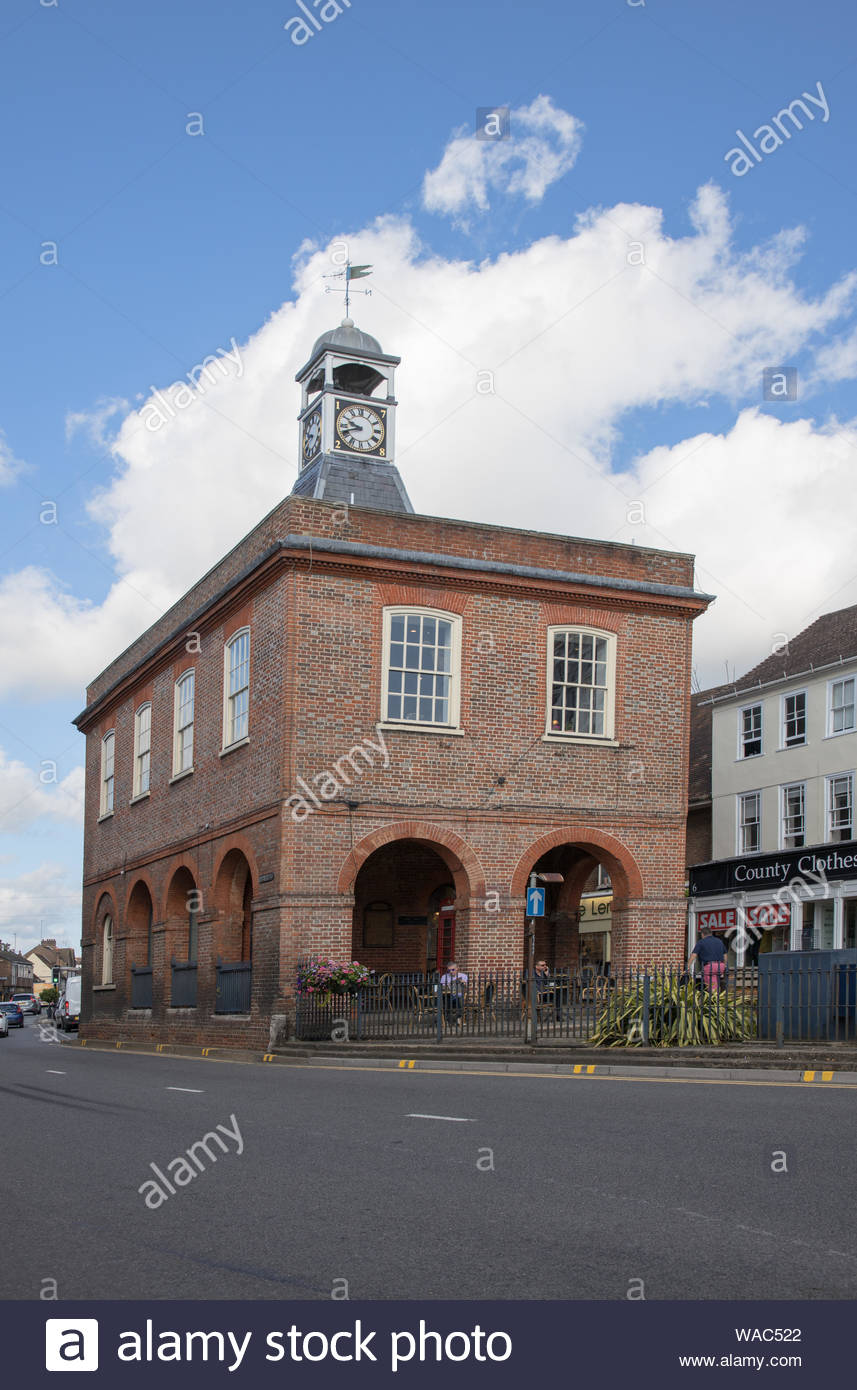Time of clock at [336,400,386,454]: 9:41
